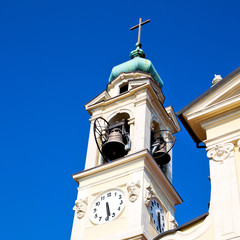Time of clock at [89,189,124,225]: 5:28
